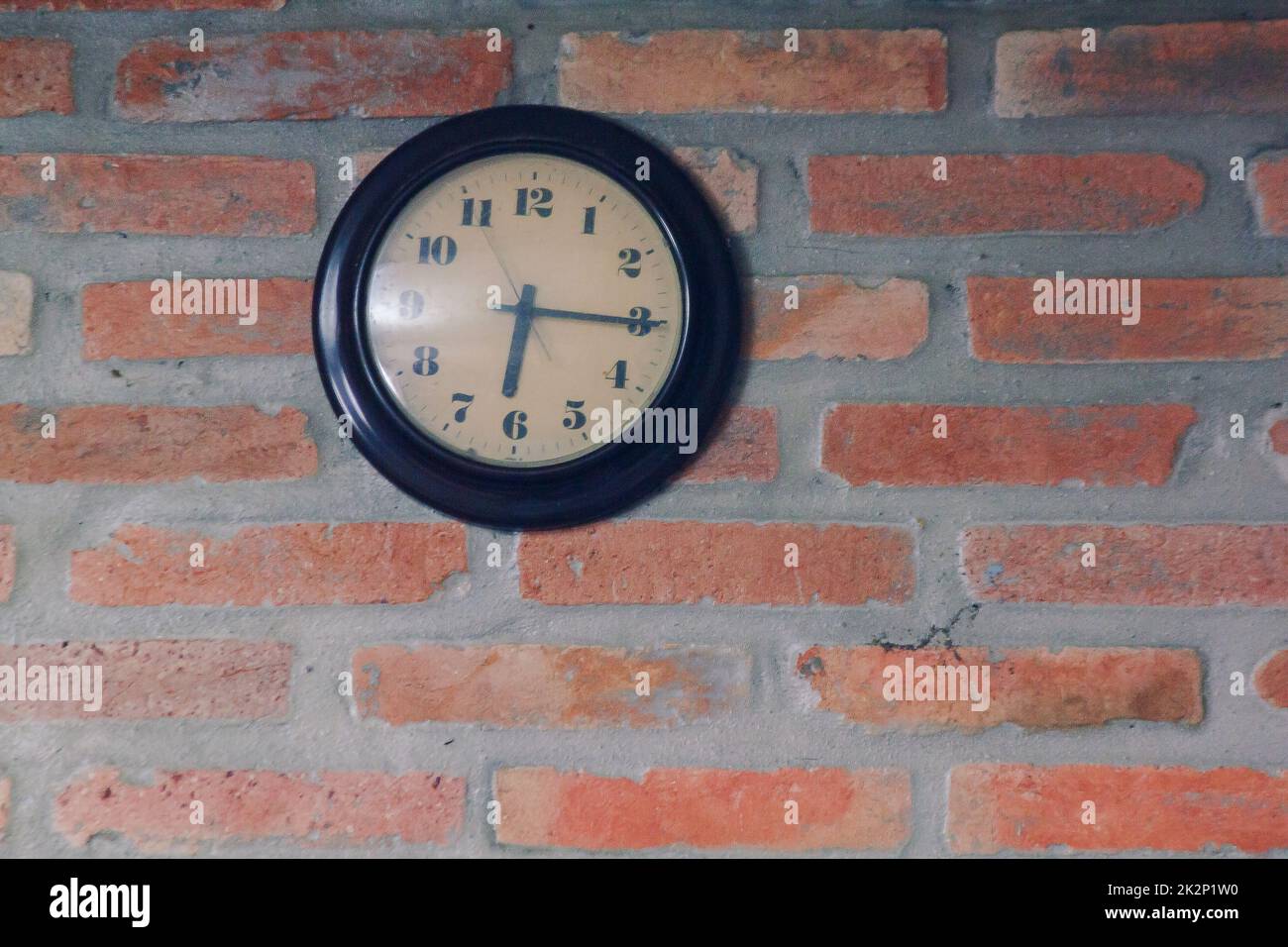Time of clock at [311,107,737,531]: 6:15
